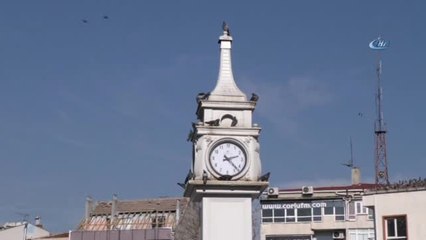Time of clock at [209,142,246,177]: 2:22
